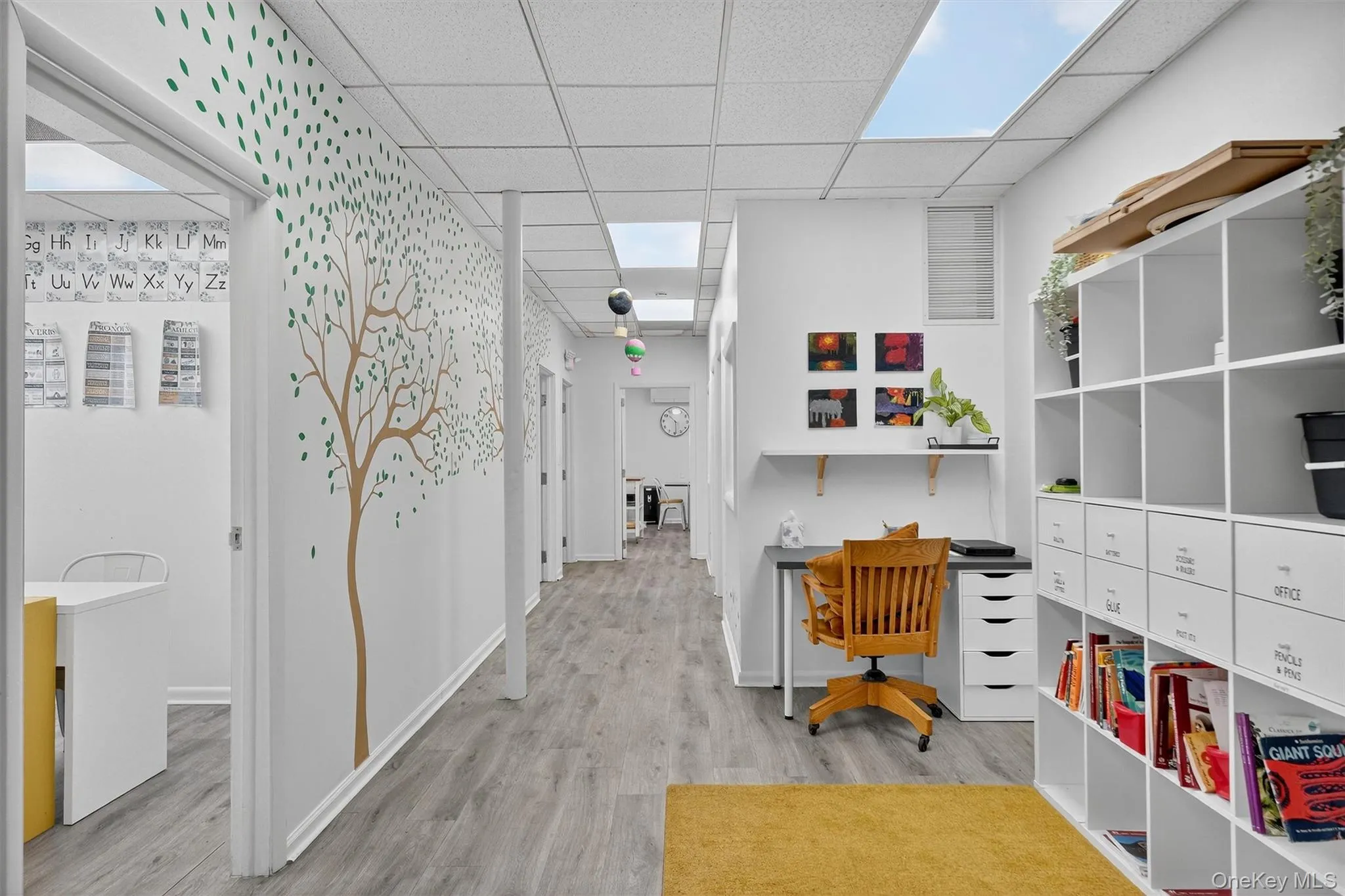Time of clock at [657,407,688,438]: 10:29
